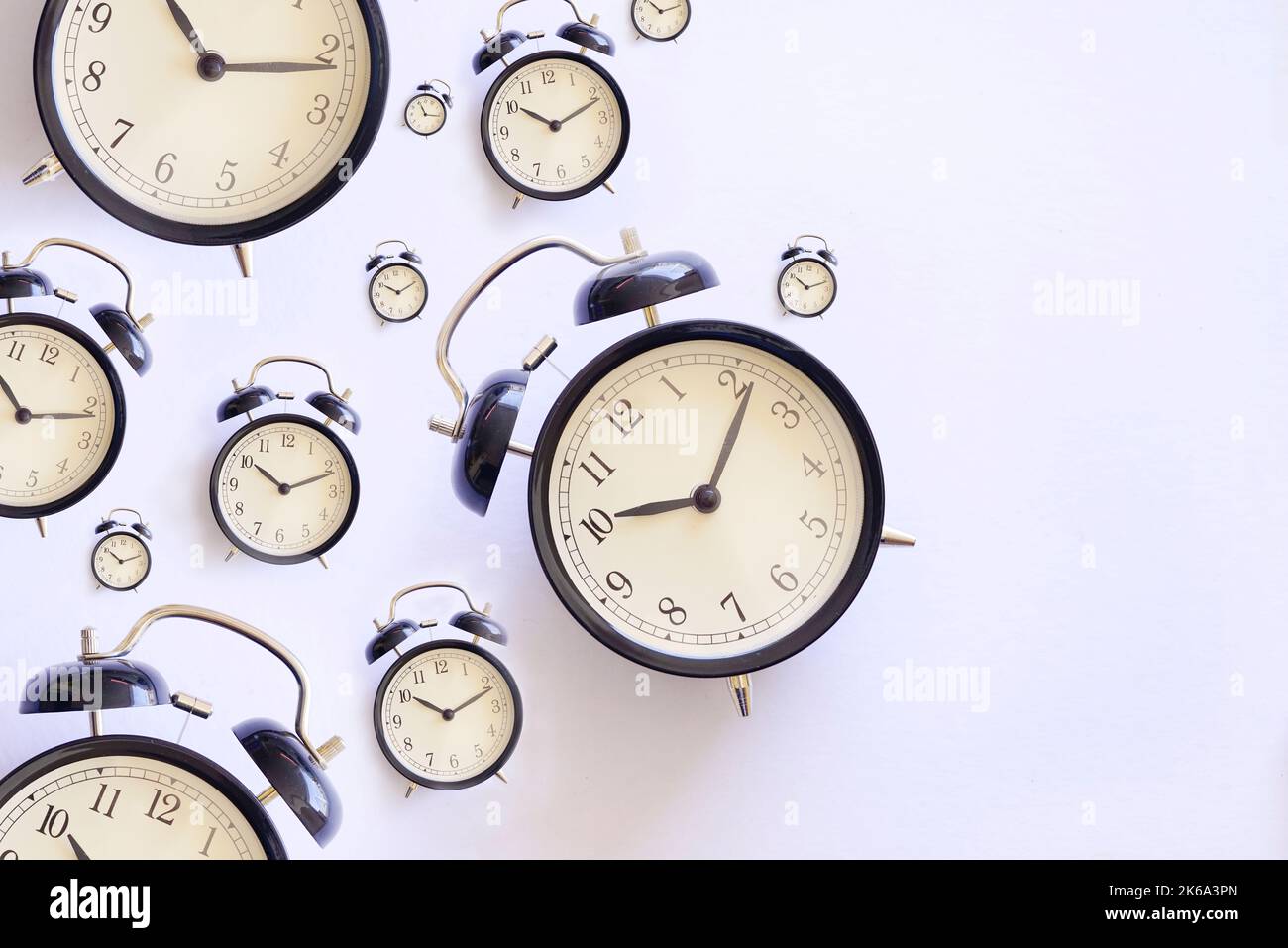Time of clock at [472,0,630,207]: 10:11
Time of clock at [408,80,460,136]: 11:16
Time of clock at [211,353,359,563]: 10:11
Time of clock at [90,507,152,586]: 10:11
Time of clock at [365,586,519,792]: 10:11
